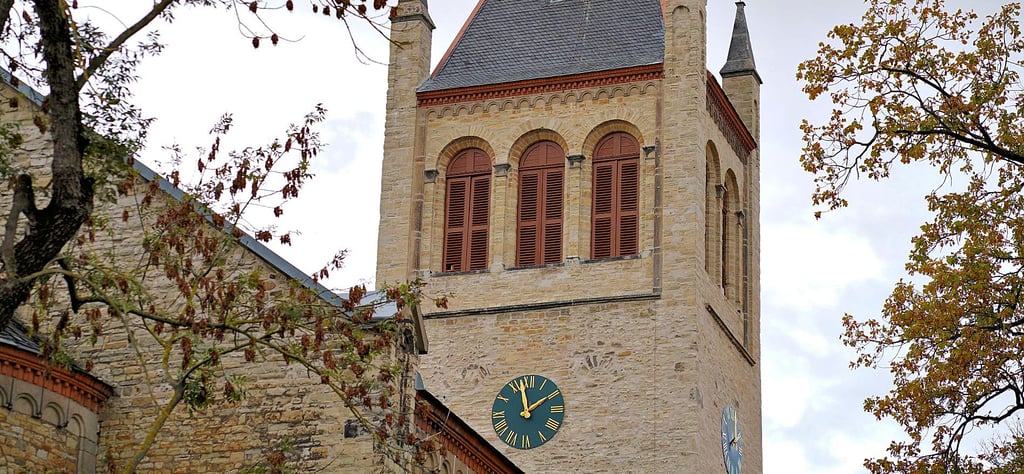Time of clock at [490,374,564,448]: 1:57
